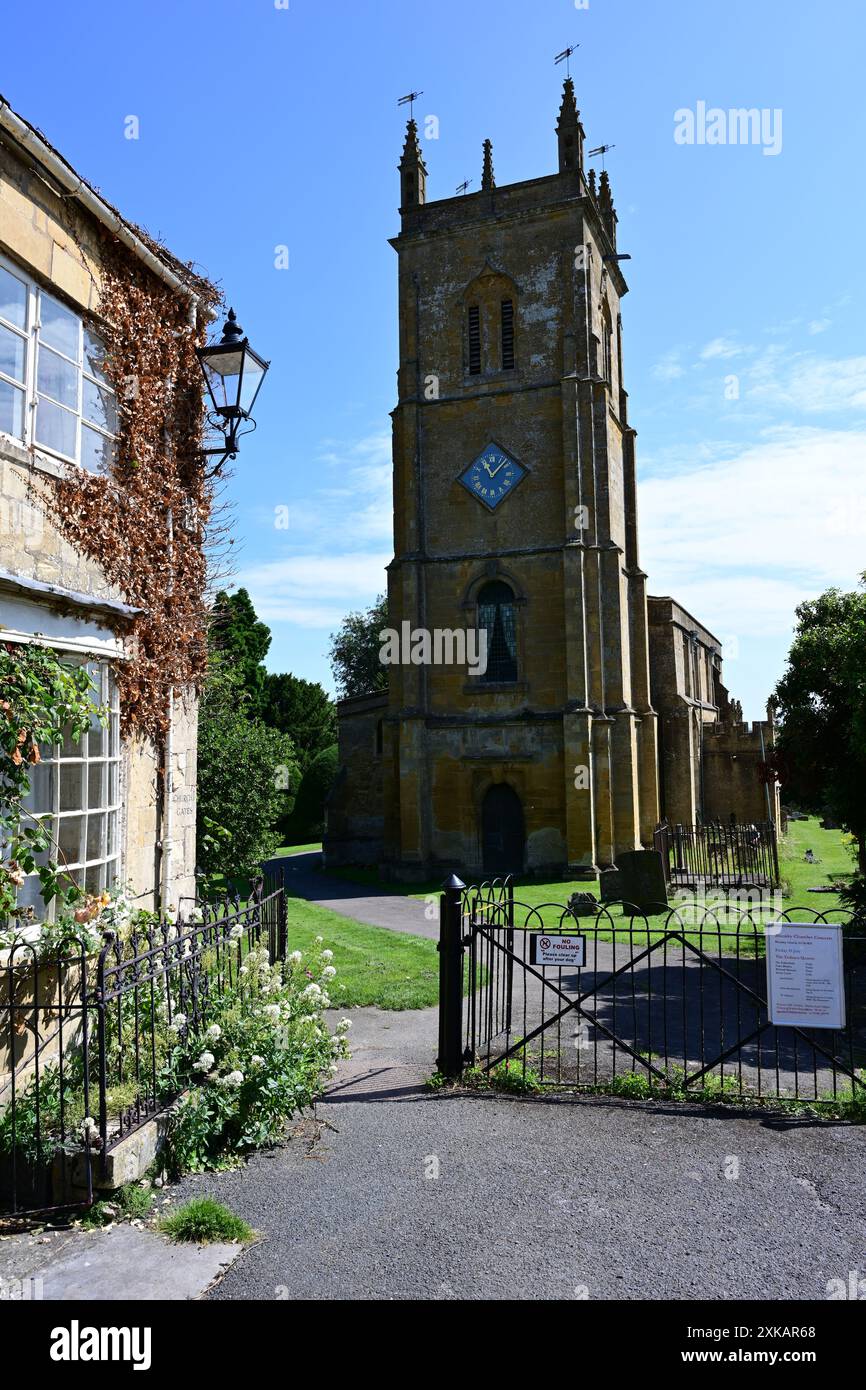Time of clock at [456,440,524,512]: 11:07
